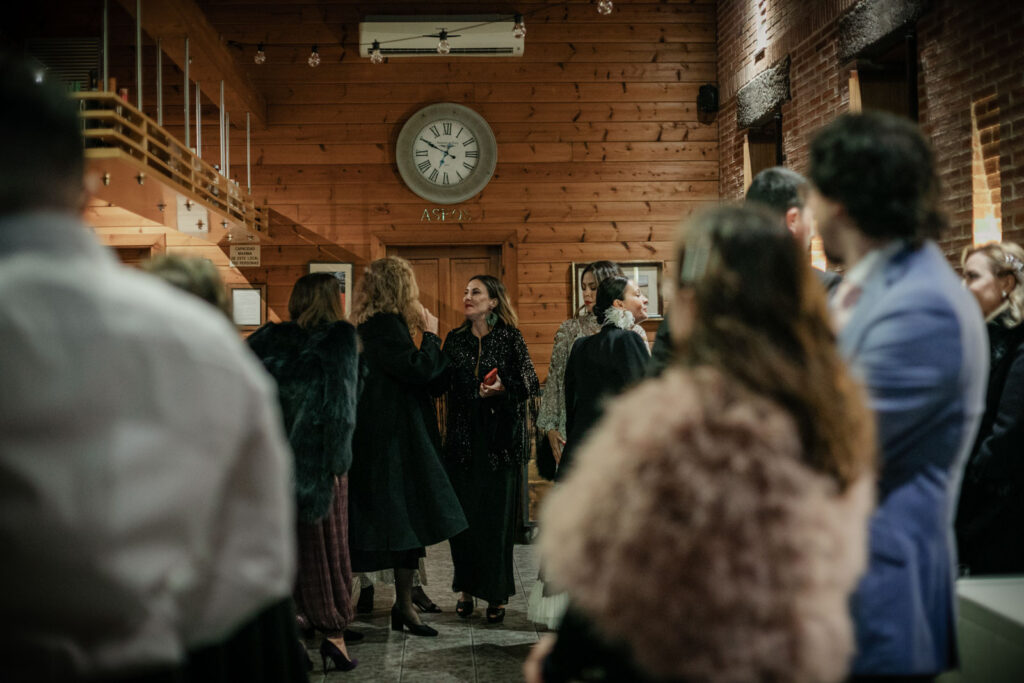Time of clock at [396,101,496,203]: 6:49
